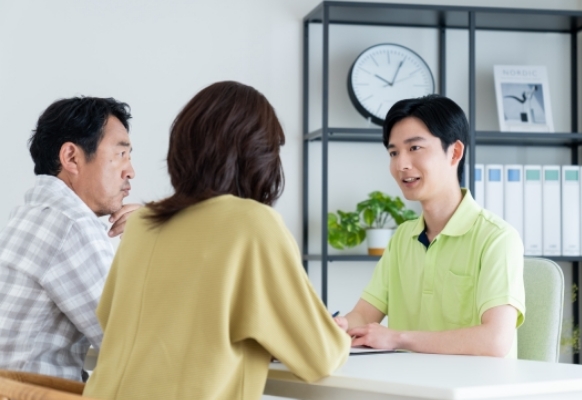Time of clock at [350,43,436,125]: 10:04
